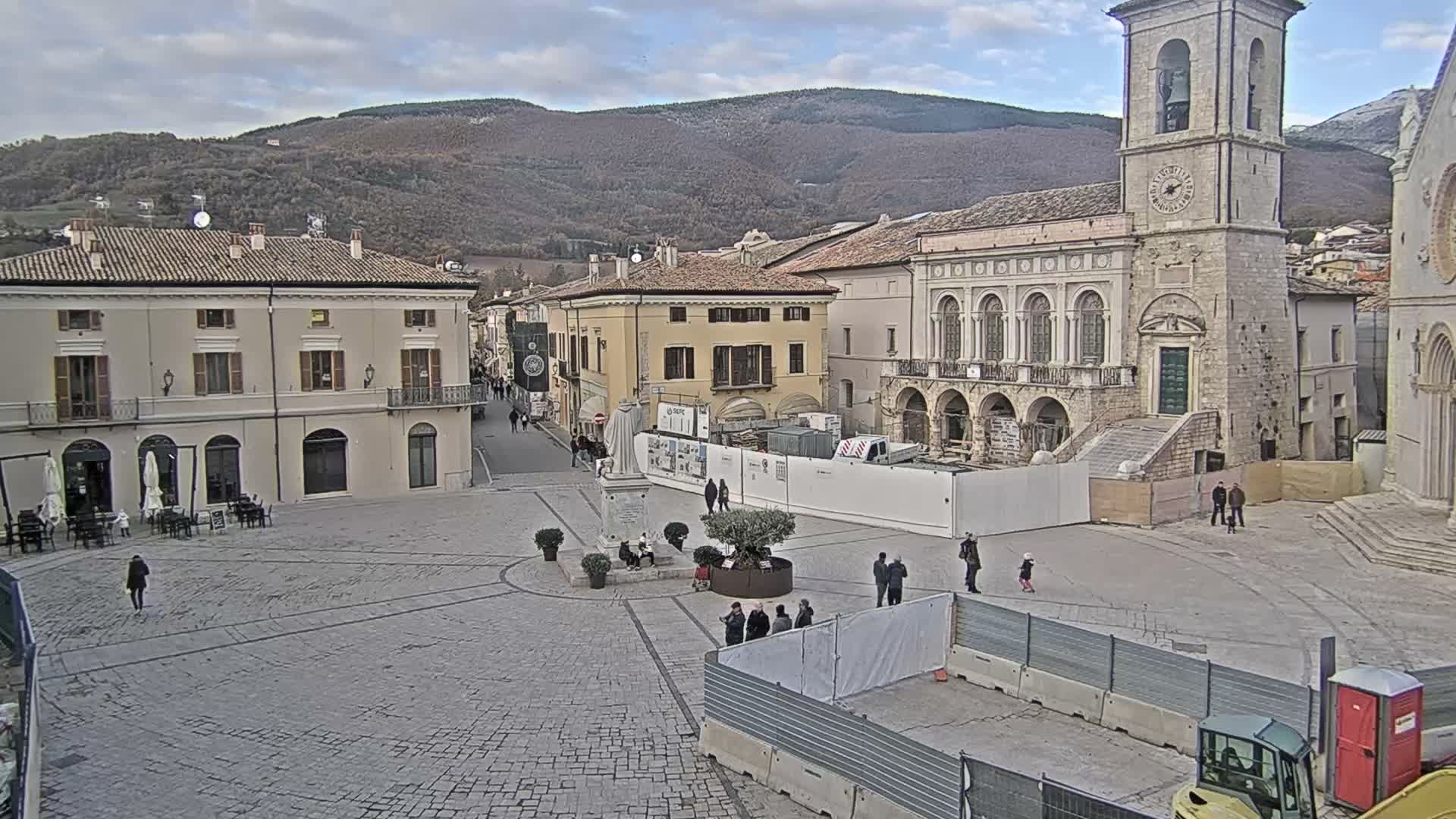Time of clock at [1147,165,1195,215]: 8:11
